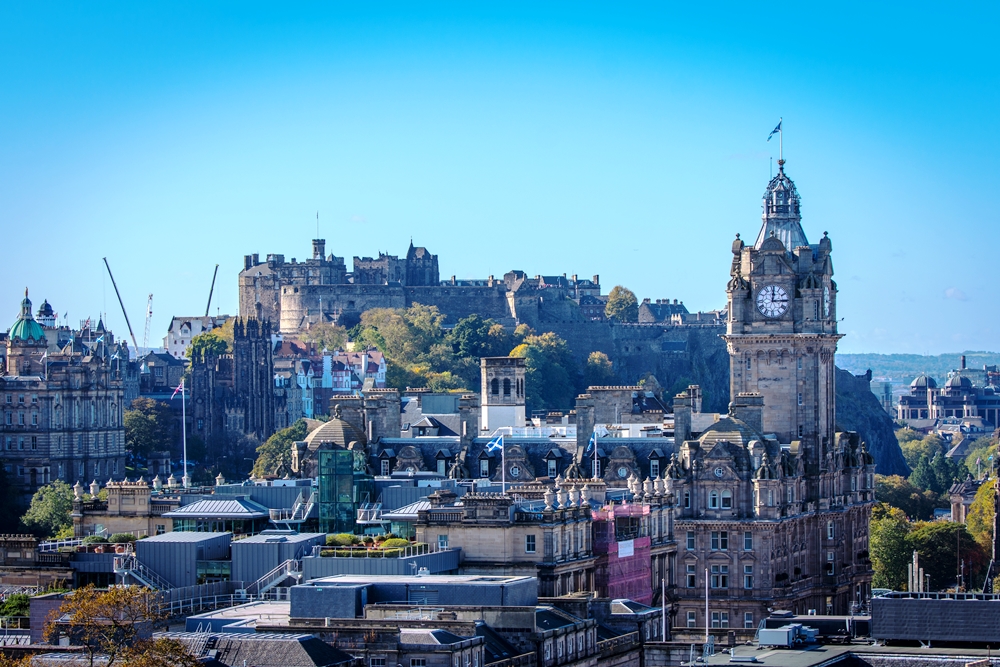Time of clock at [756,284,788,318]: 12:14
